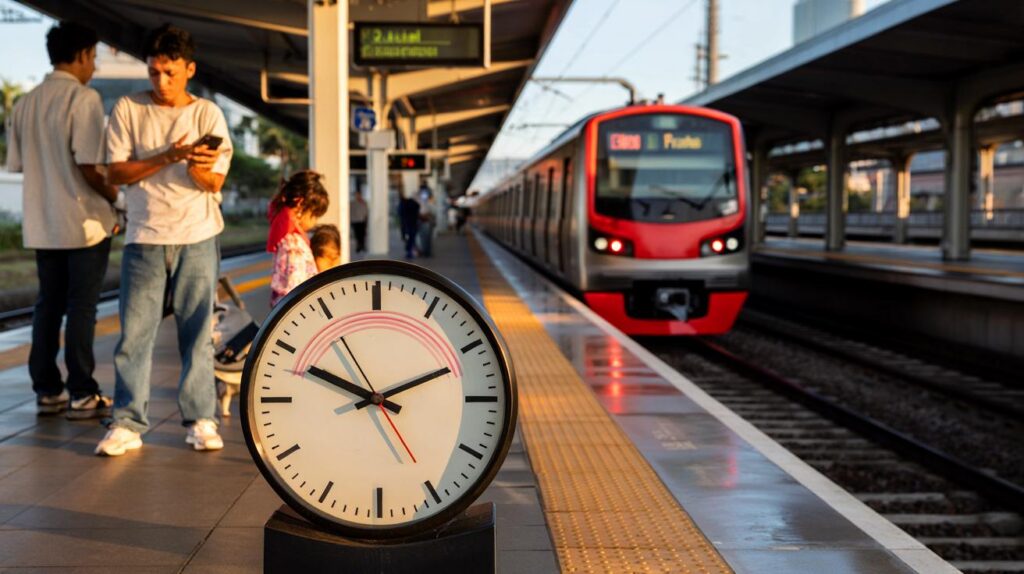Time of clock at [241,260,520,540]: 10:11
